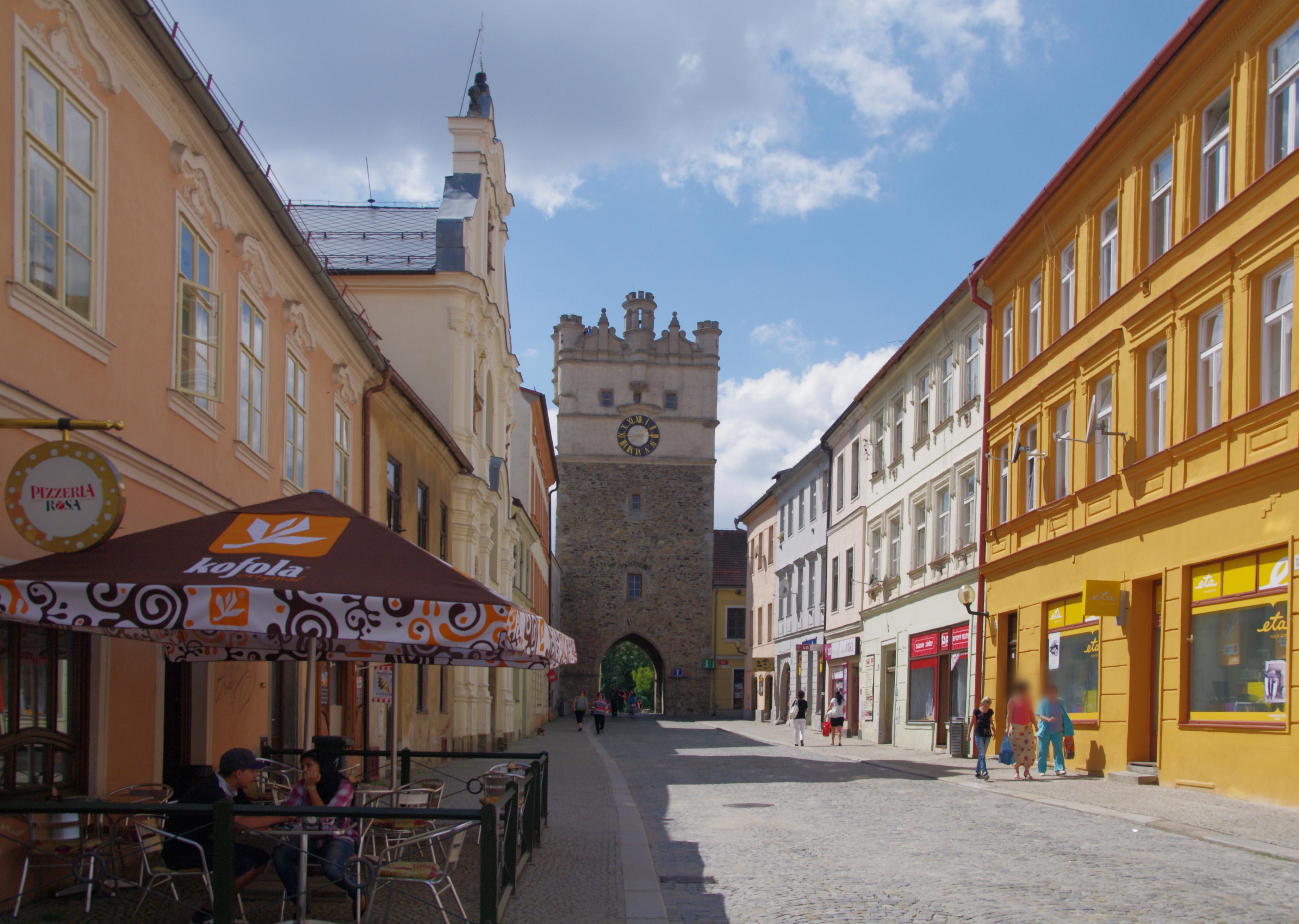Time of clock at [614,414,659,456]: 1:43
